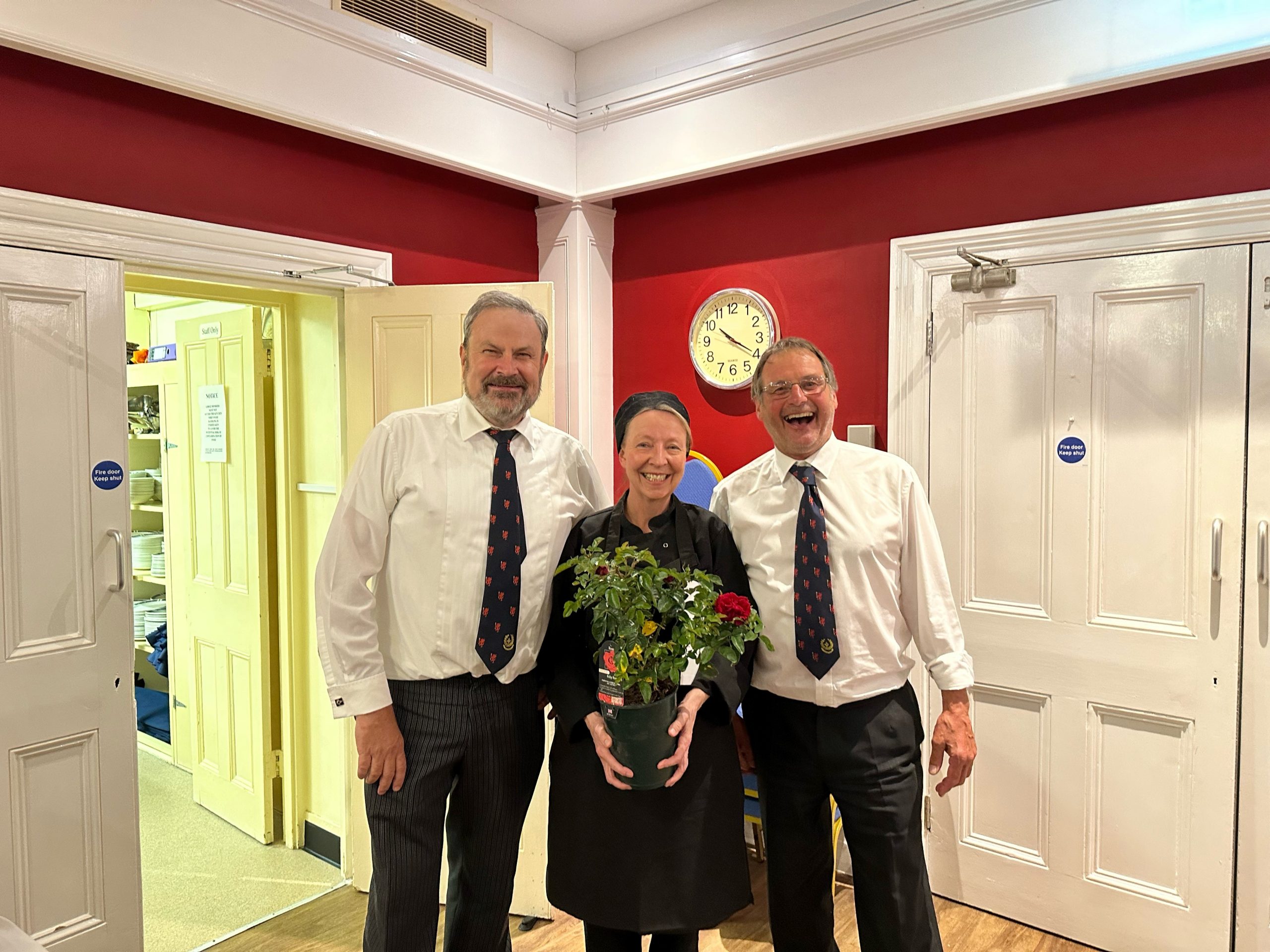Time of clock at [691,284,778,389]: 10:20
